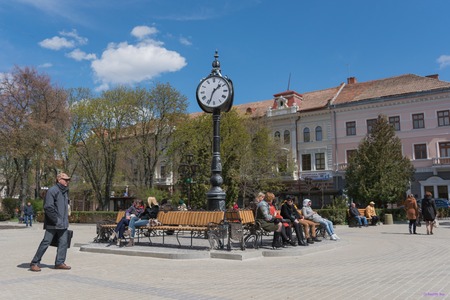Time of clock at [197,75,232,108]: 1:33
